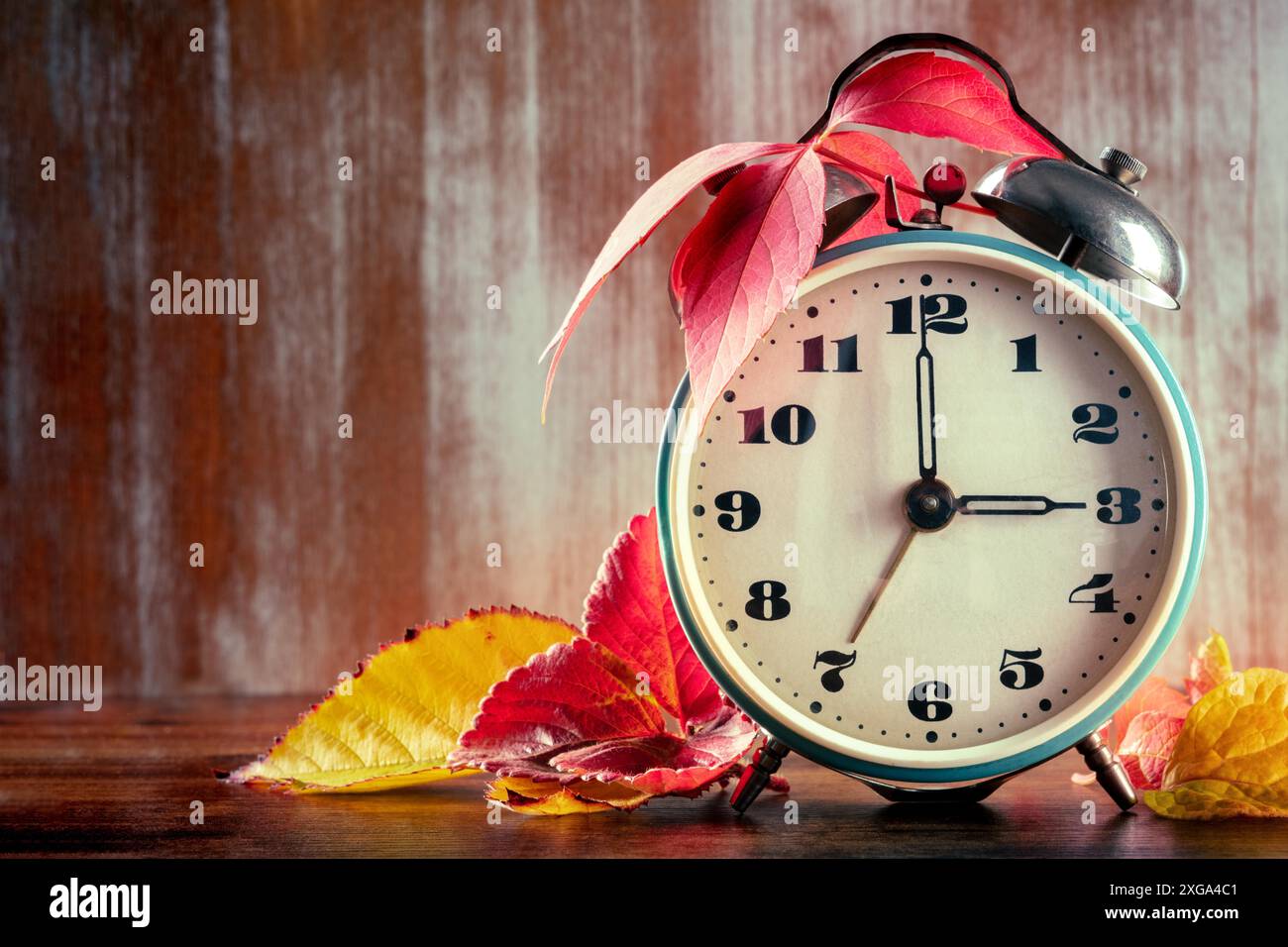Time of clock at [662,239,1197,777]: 2:59
